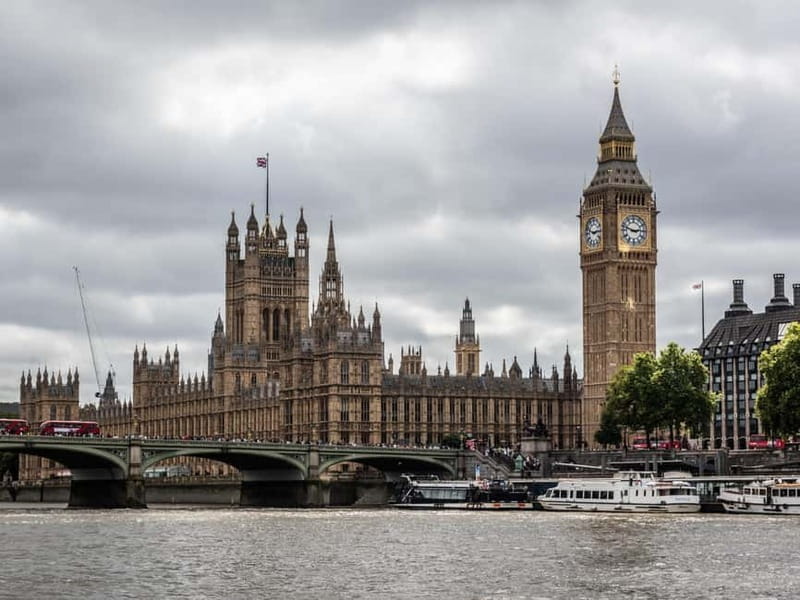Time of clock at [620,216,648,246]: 2:48
